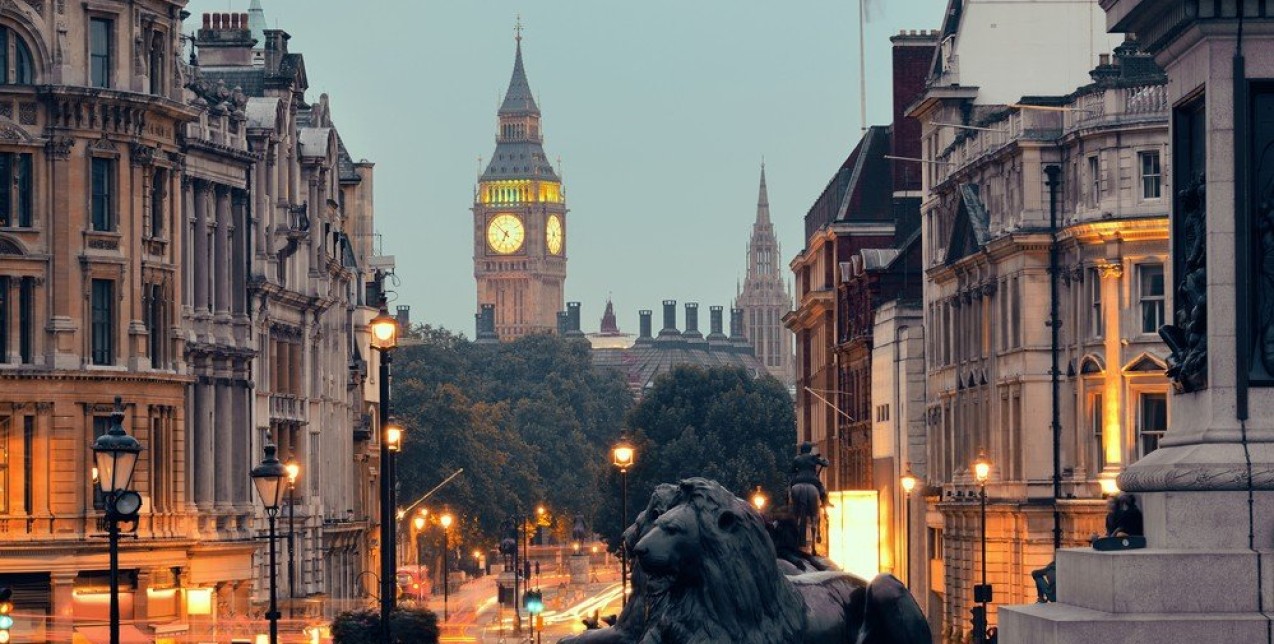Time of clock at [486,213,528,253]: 6:52
